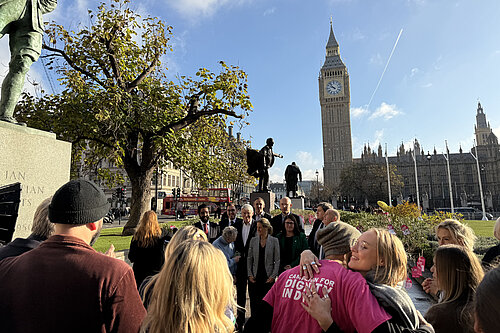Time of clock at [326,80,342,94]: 9:53
